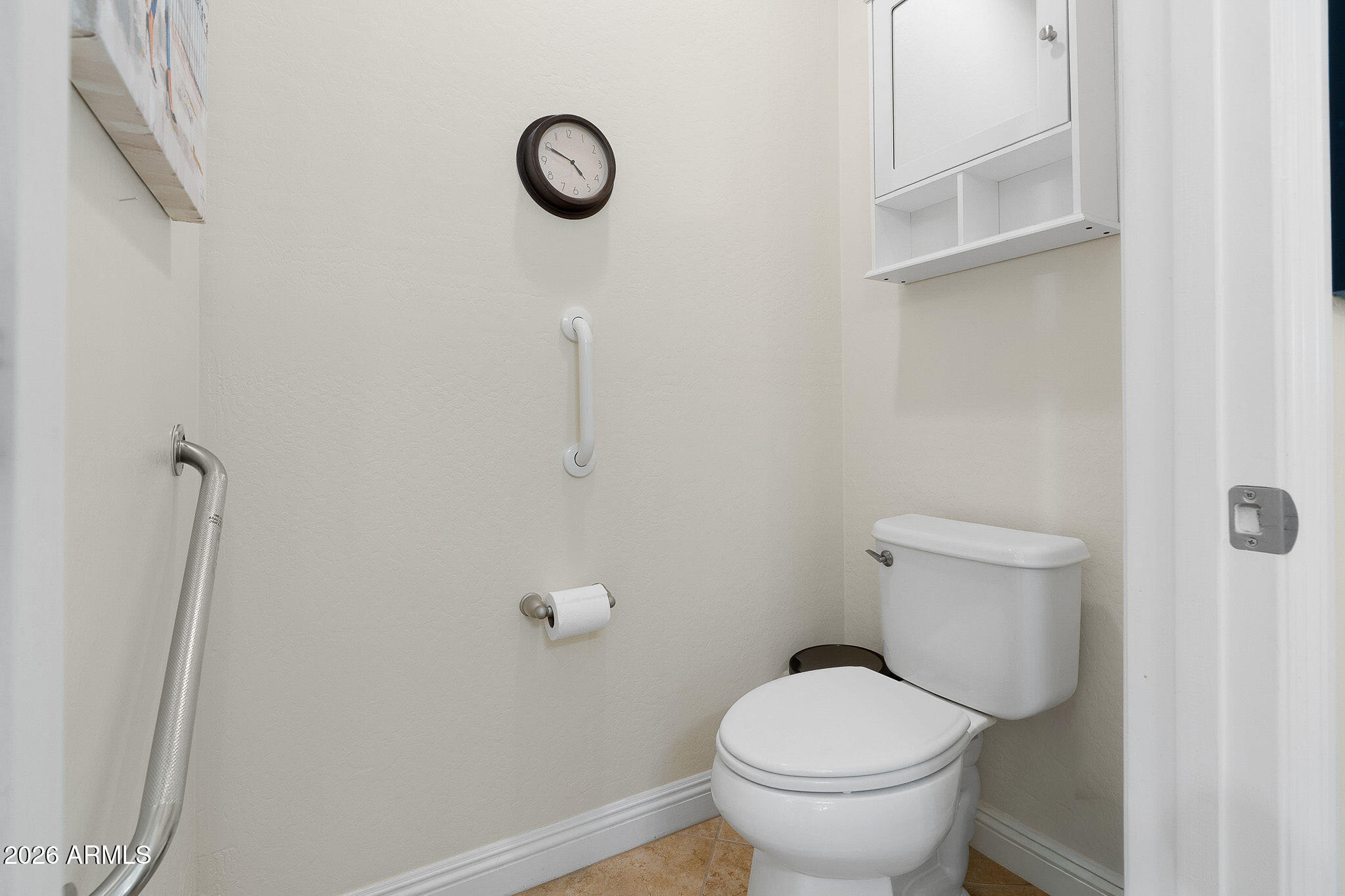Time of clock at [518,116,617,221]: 4:49
